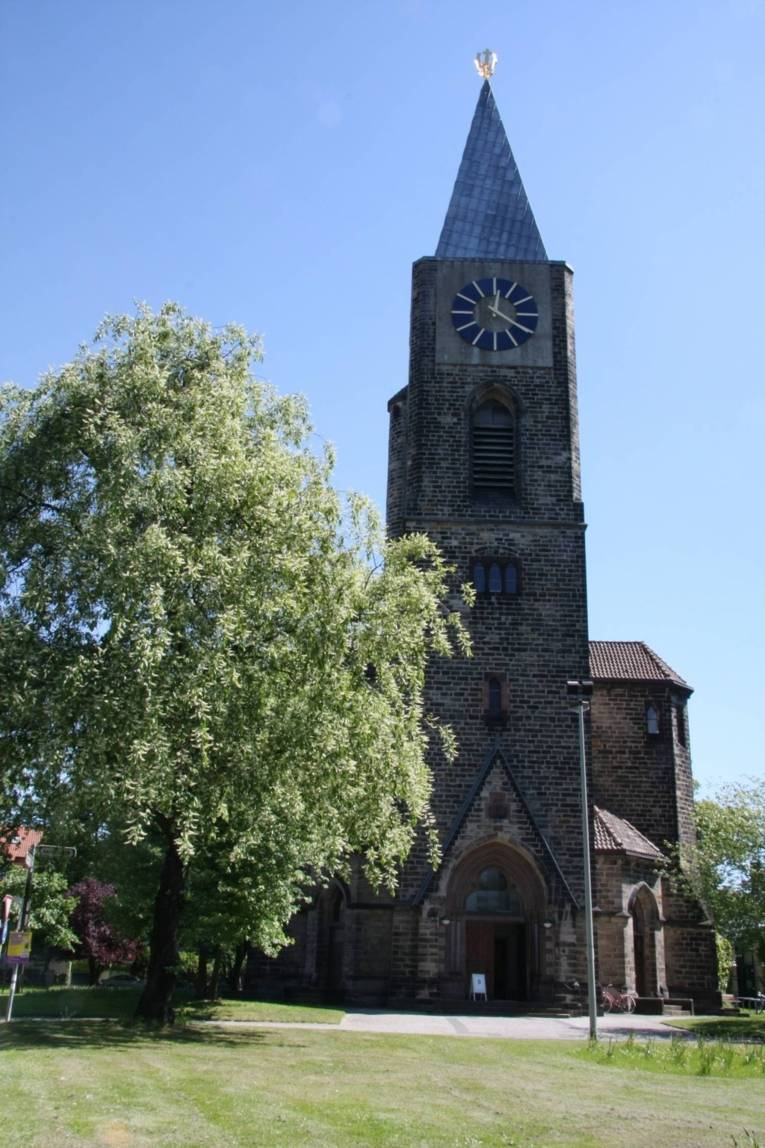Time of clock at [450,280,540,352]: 12:20
